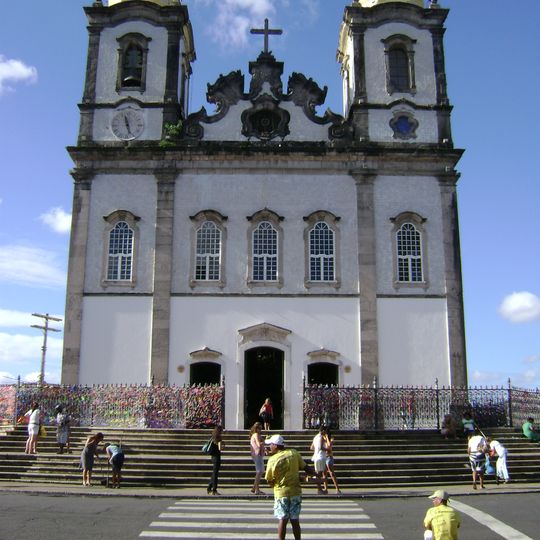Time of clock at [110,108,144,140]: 11:27
